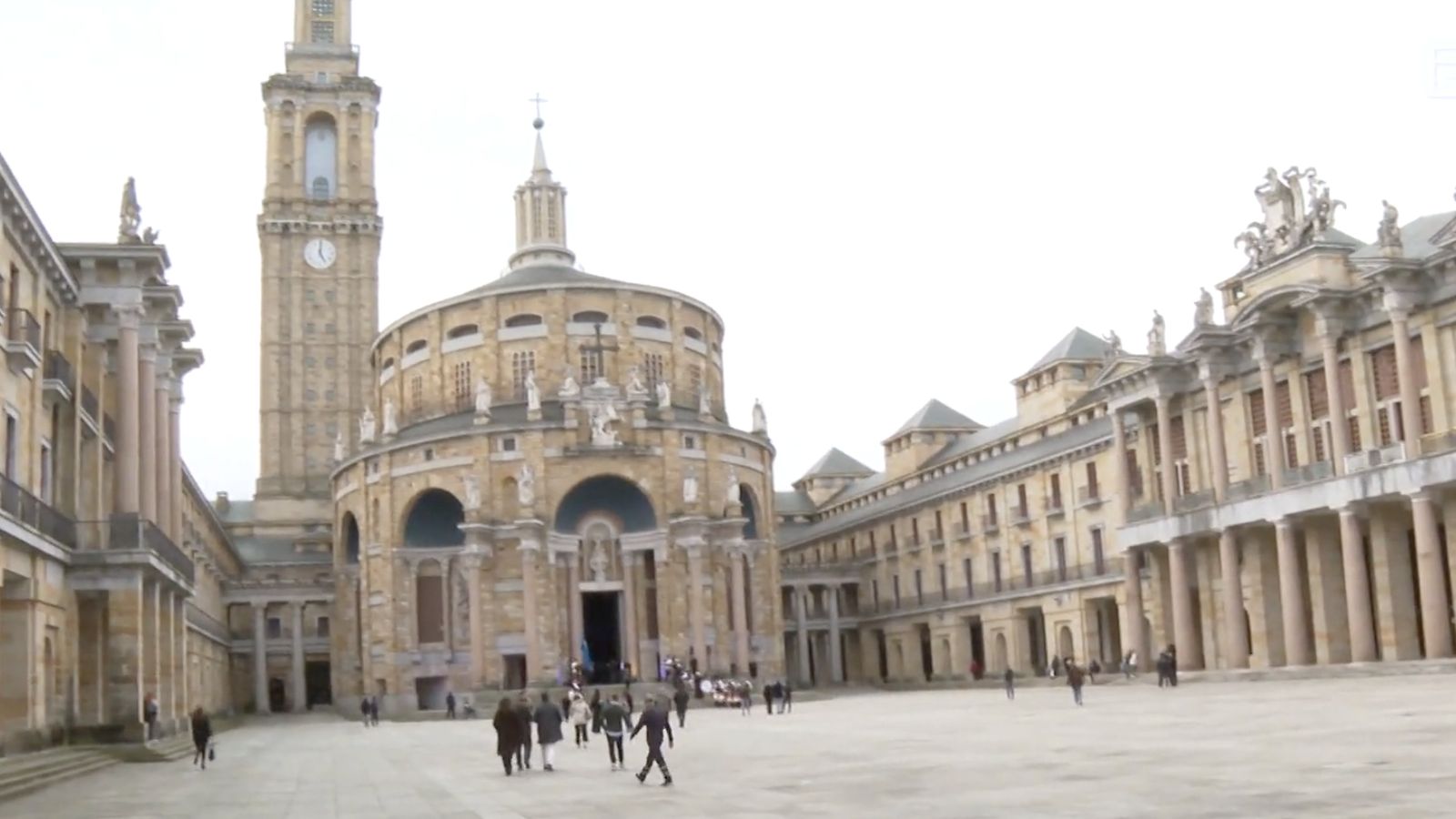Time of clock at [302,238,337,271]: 5:00
